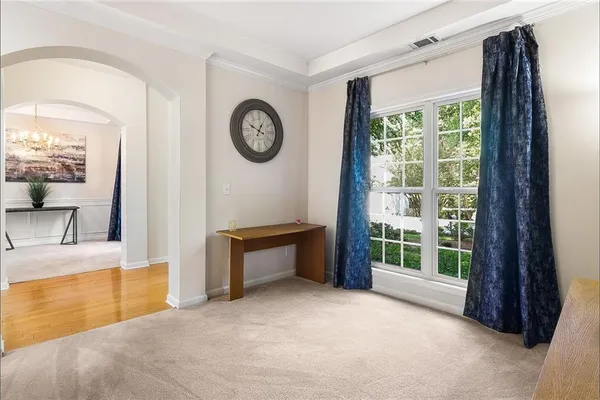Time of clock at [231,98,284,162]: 12:49
